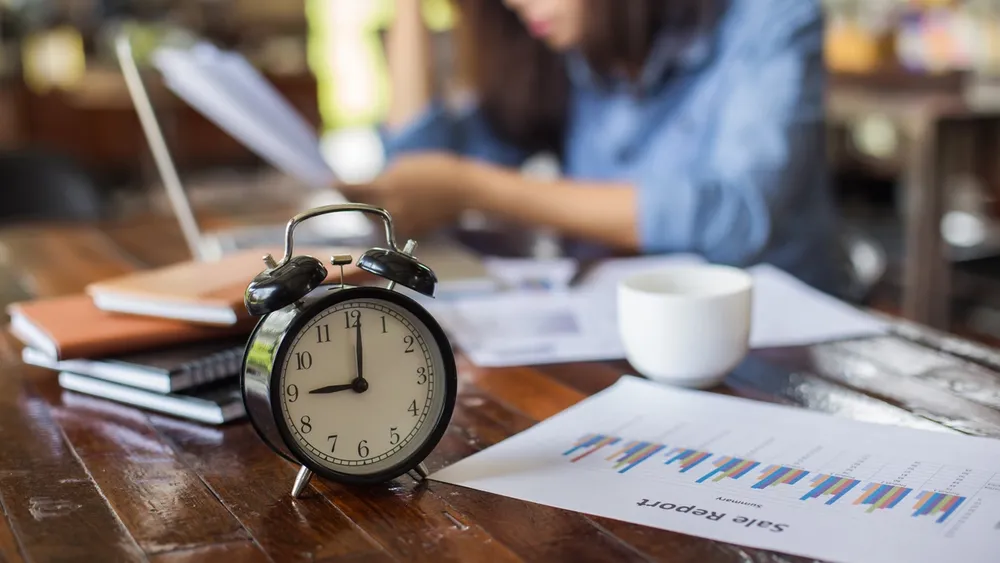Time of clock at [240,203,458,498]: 9:01
